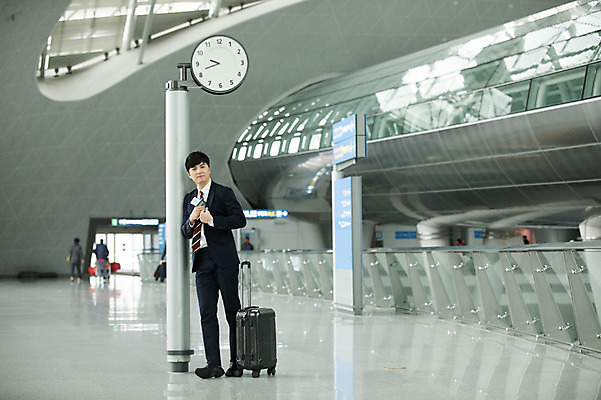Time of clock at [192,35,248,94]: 9:42
